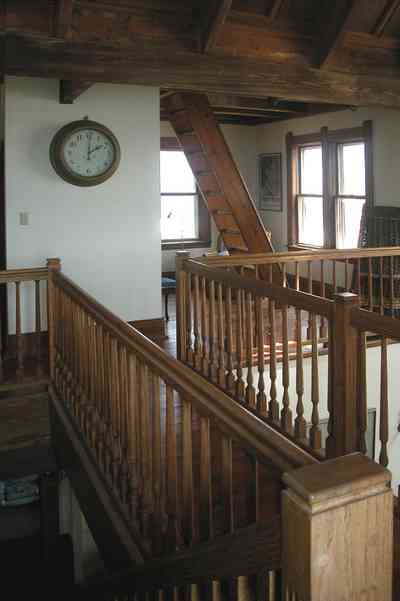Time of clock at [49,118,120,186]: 2:01
